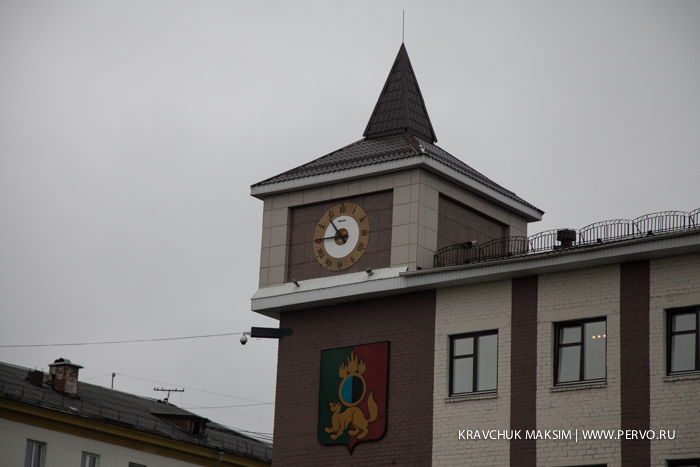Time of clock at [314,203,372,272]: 10:45
